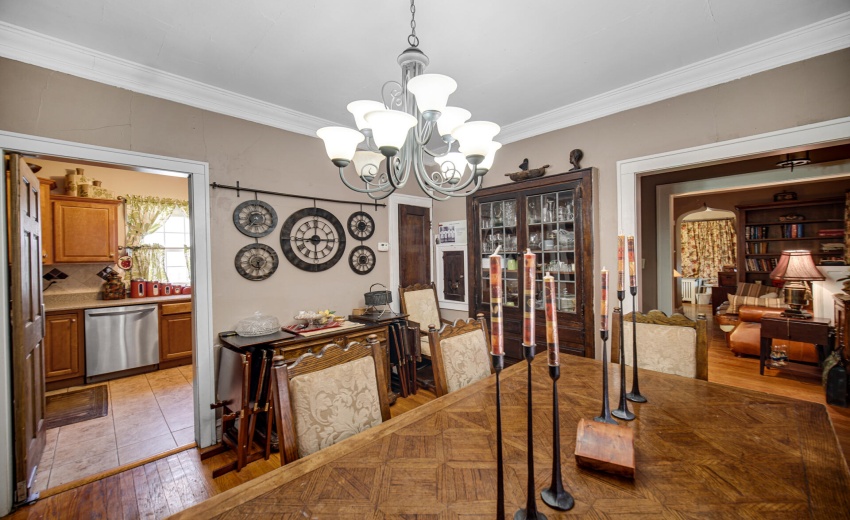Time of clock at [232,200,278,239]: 7:18
